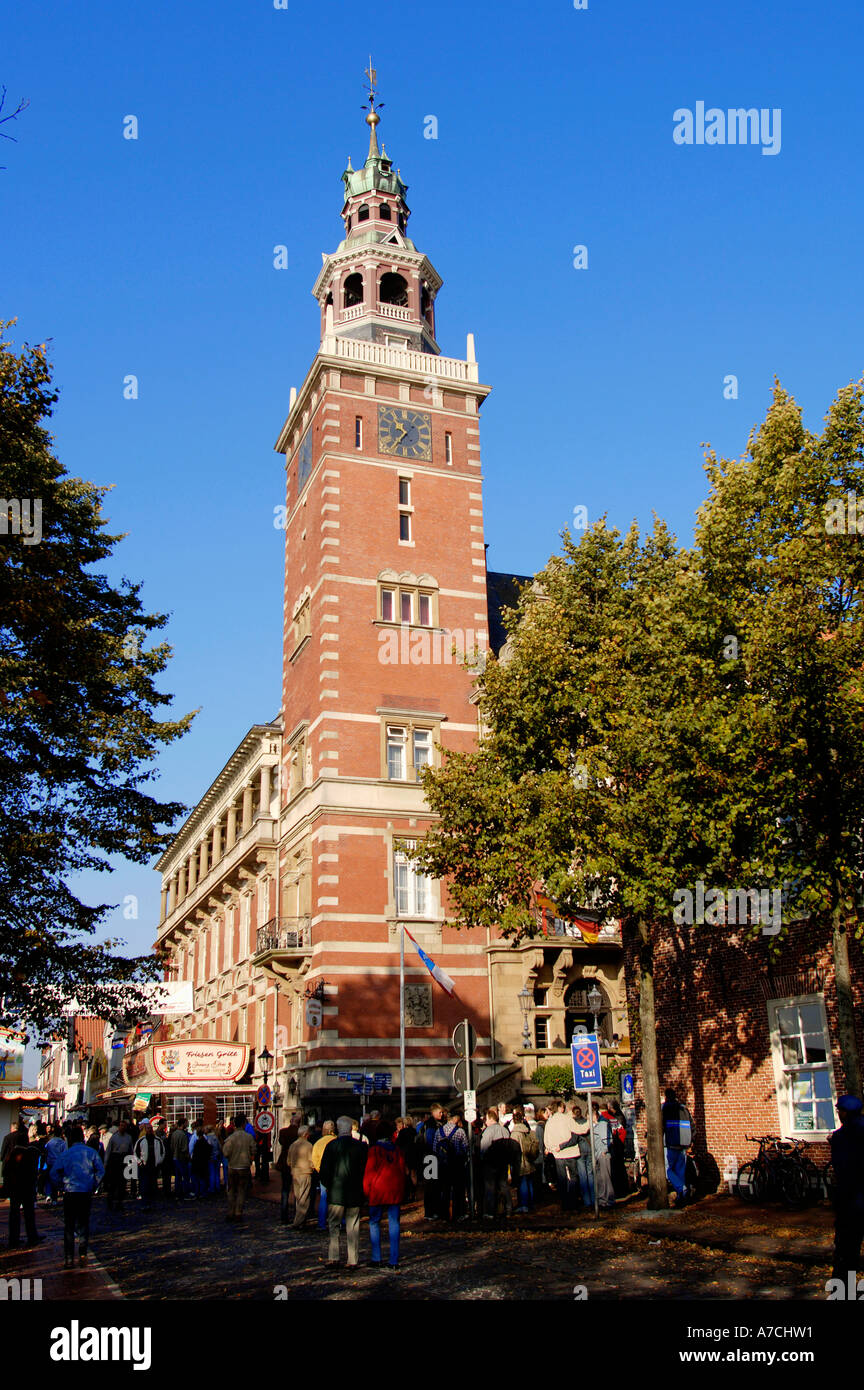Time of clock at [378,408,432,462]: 10:36
